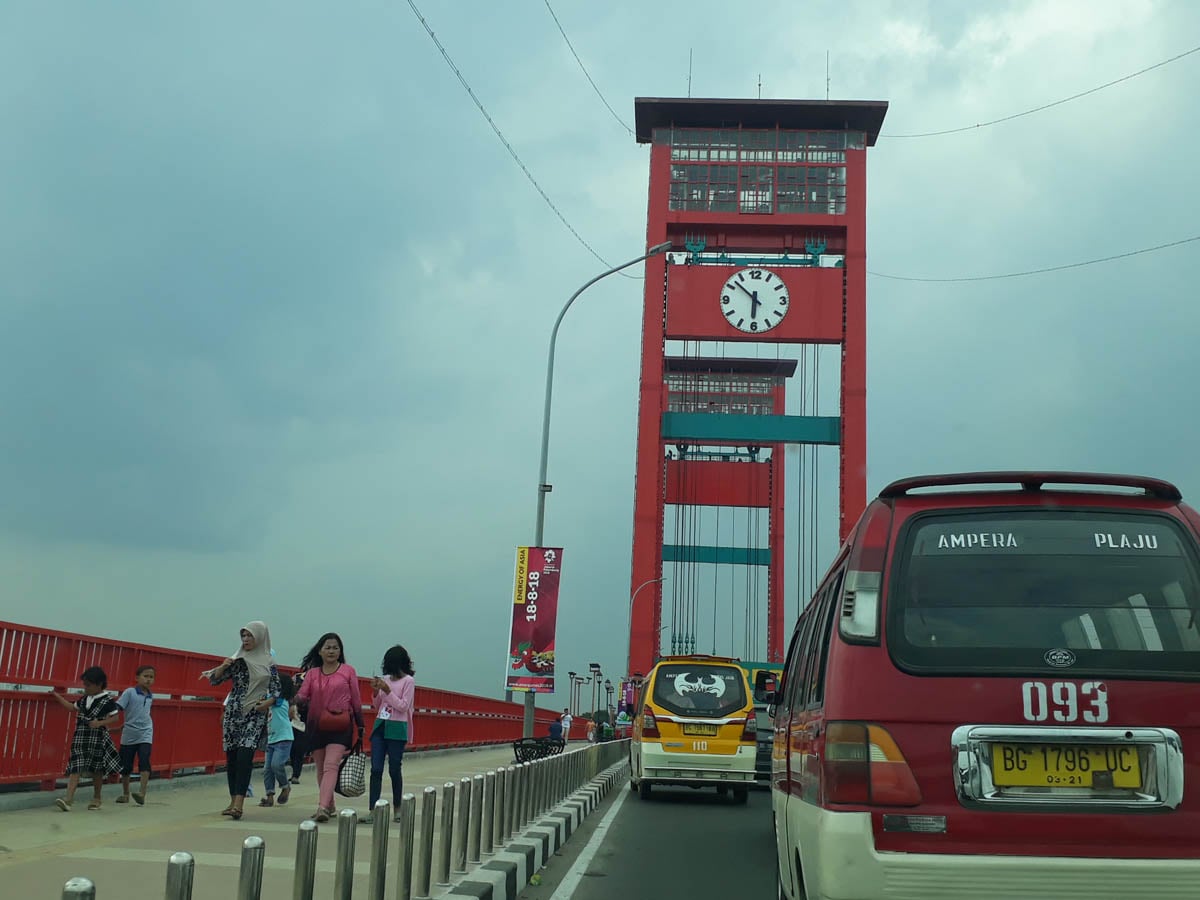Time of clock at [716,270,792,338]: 5:52
